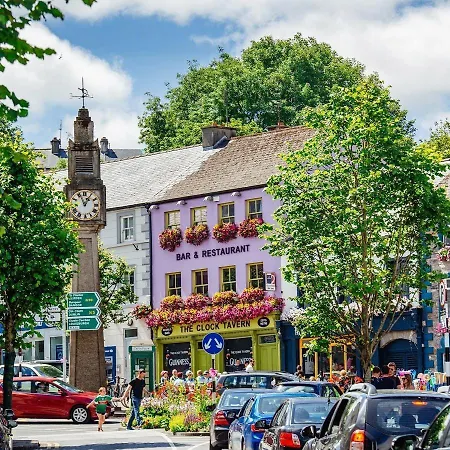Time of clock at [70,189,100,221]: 12:56
